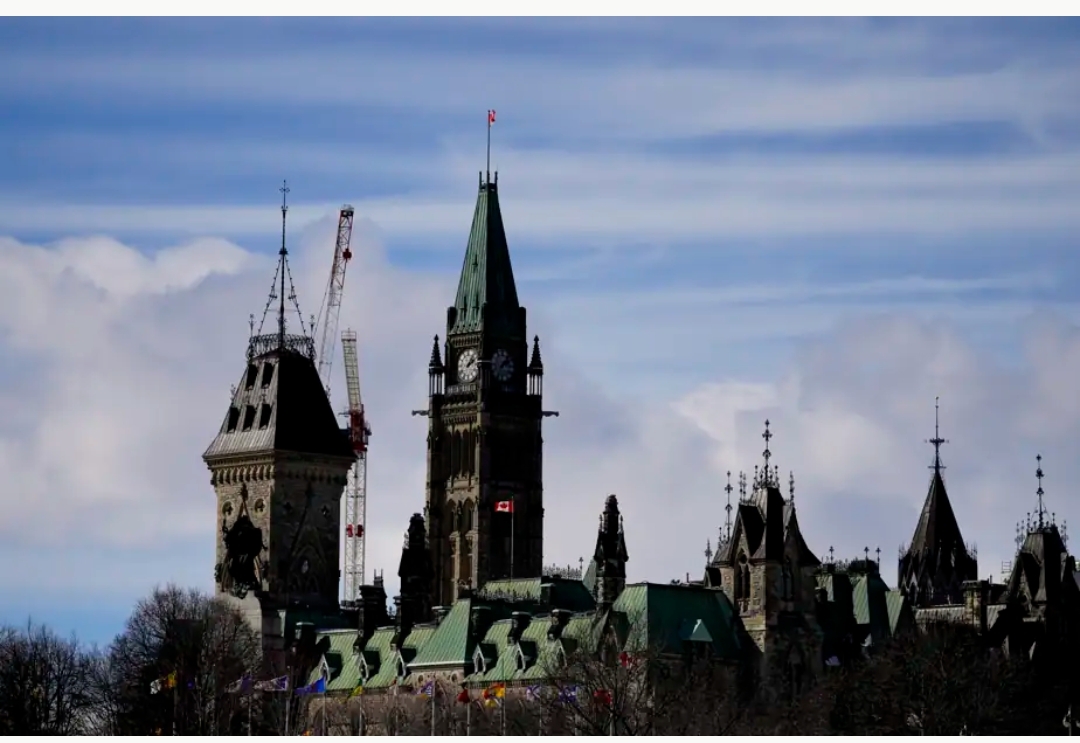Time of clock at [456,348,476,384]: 2:06
